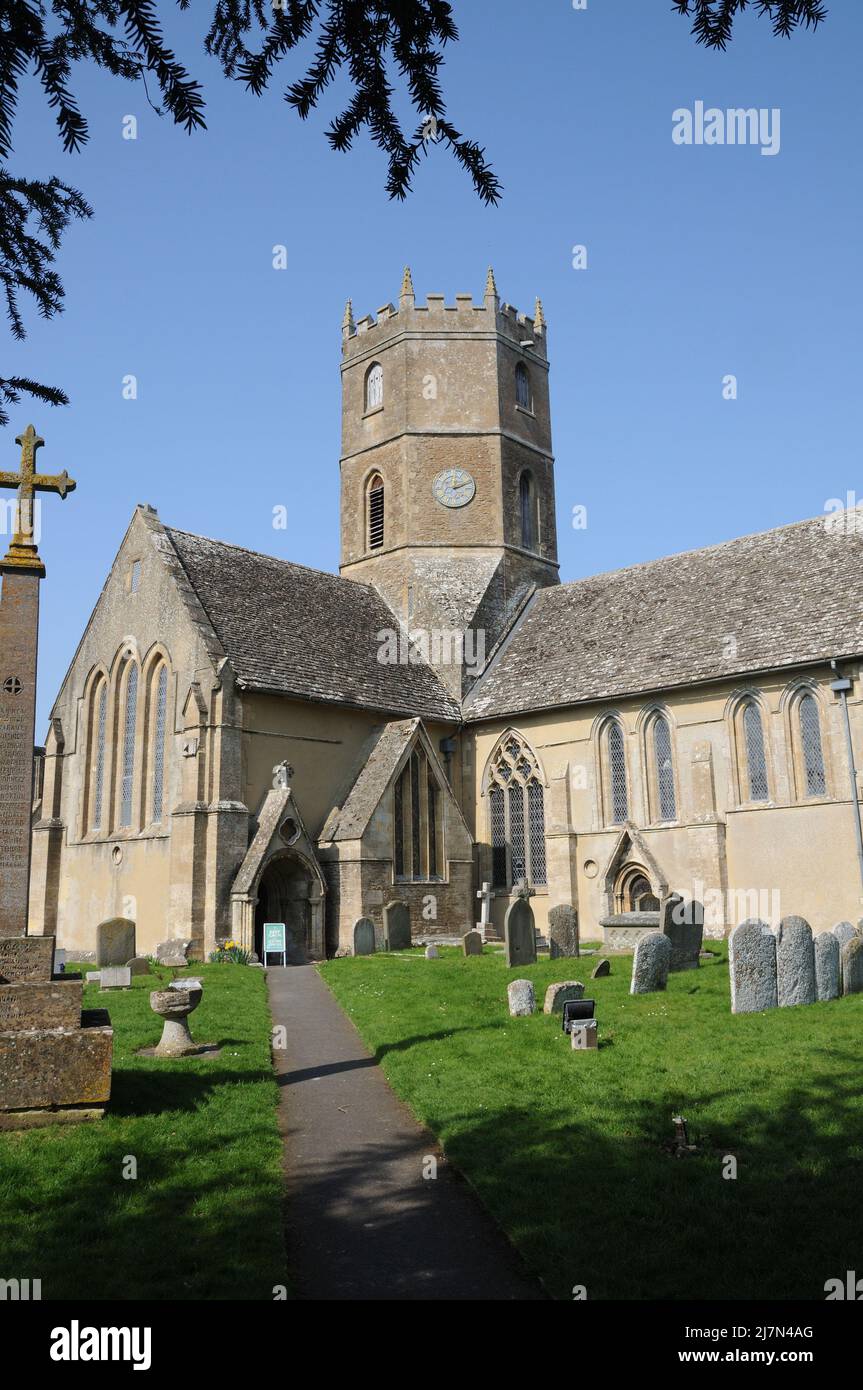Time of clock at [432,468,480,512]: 2:11
